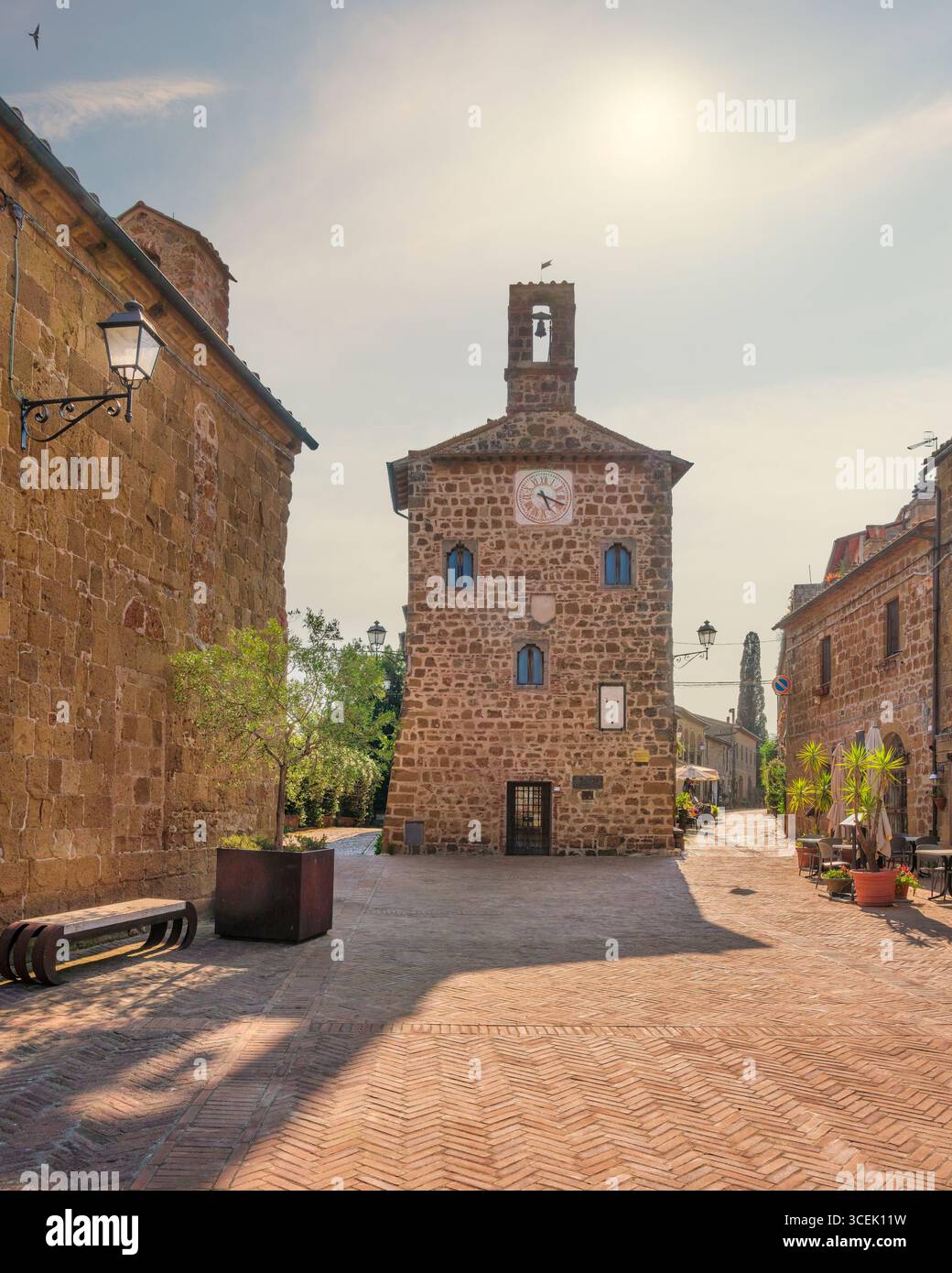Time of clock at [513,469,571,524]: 5:18
